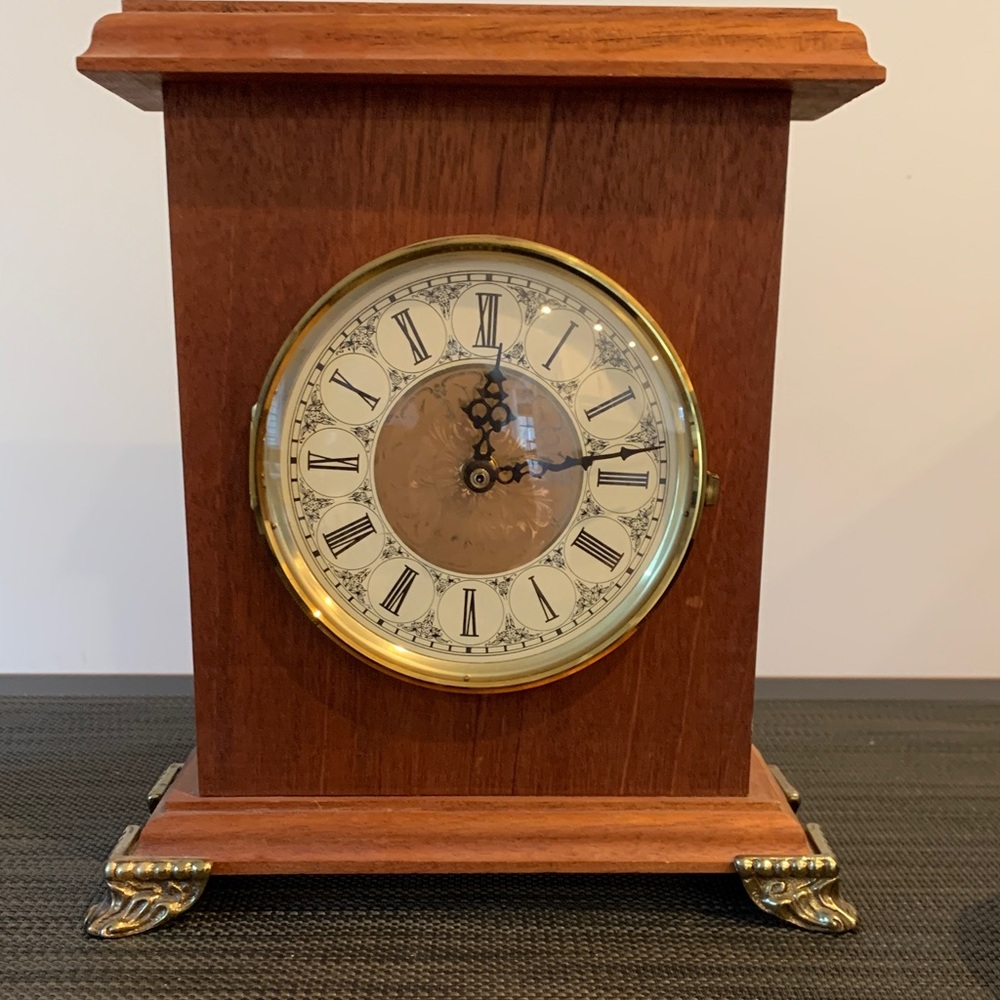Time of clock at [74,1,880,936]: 12:13
